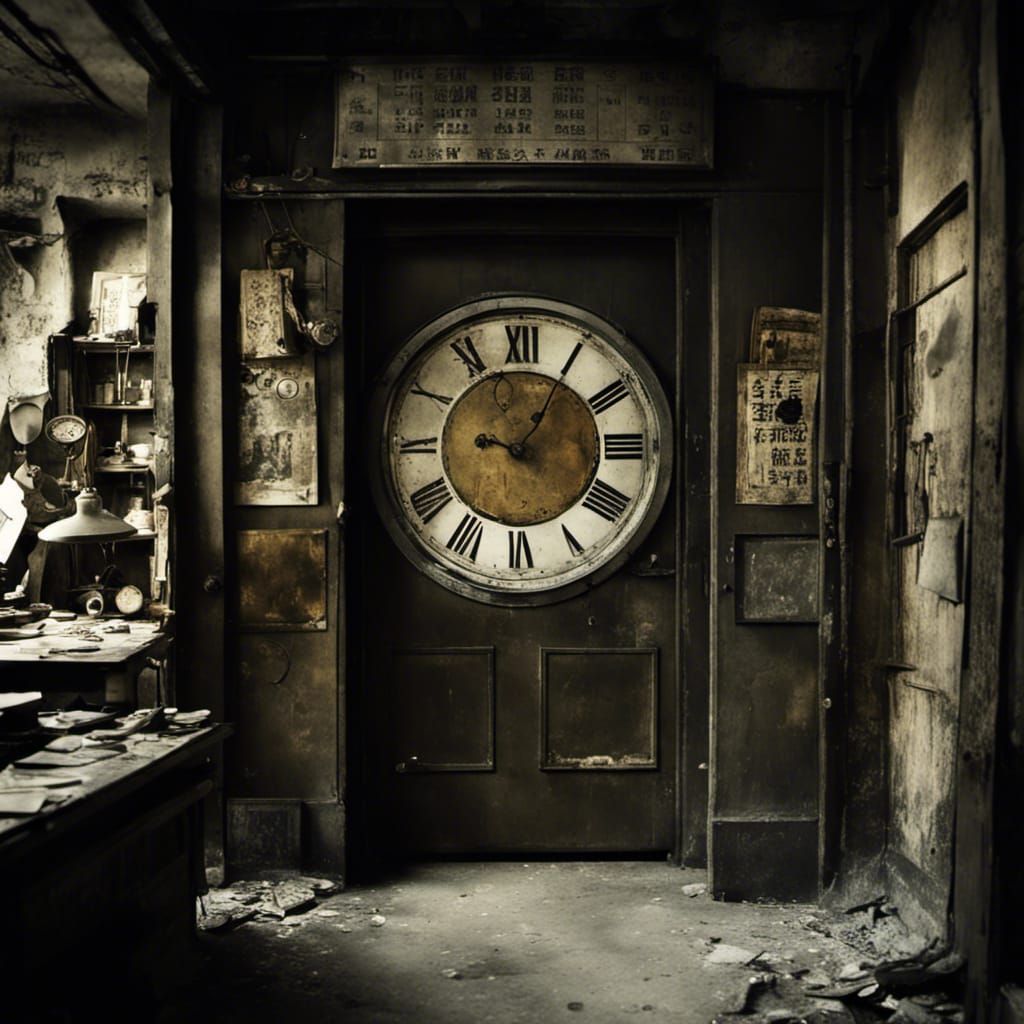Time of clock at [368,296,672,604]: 9:05
